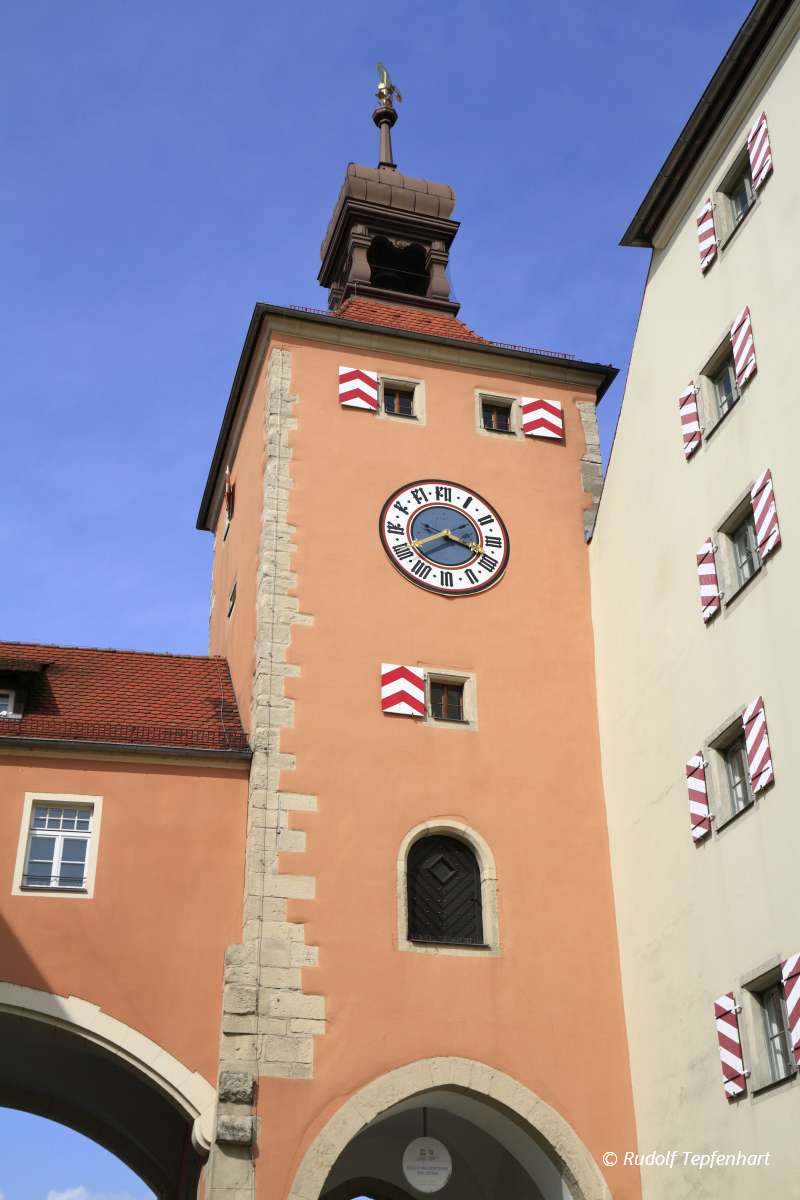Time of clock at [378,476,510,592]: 3:40
